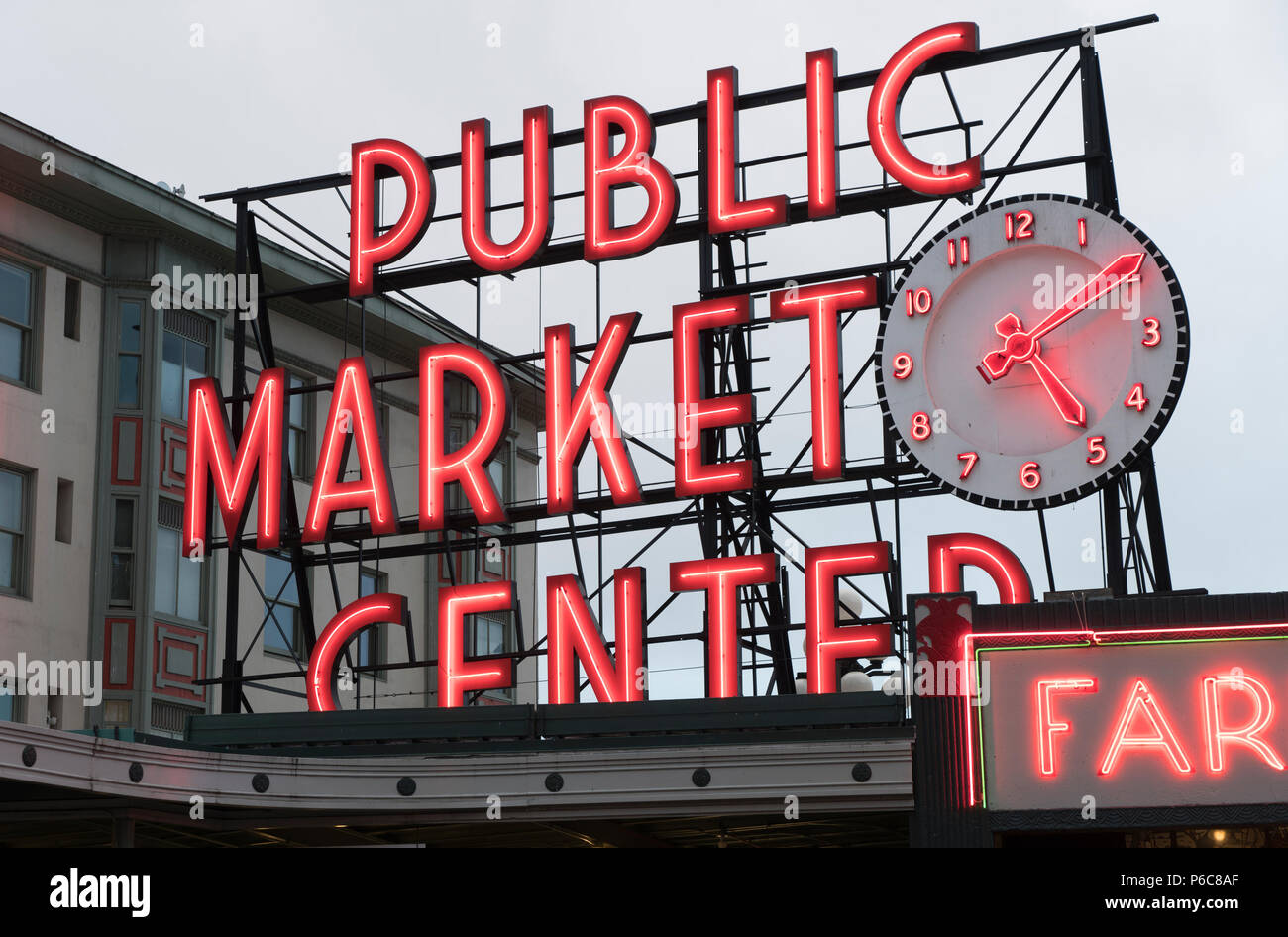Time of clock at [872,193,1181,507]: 5:09
